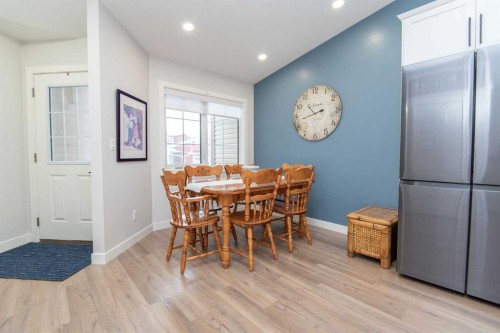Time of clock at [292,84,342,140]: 10:42
